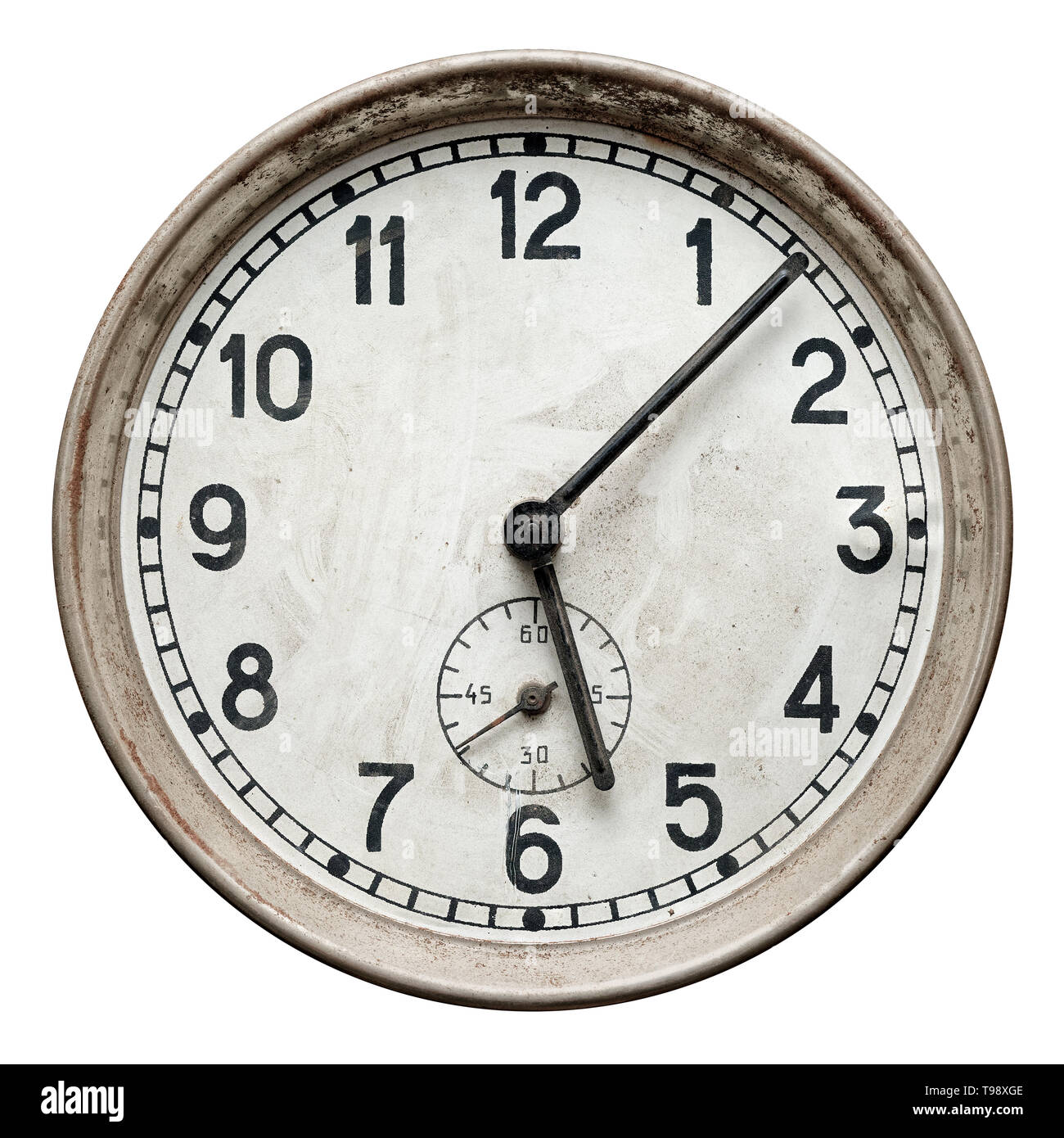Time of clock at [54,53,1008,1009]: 1:27
